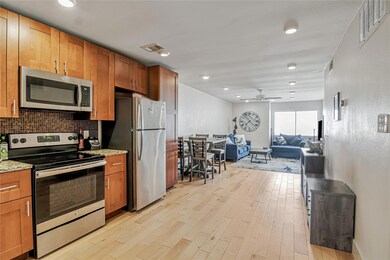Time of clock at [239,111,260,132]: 7:22
